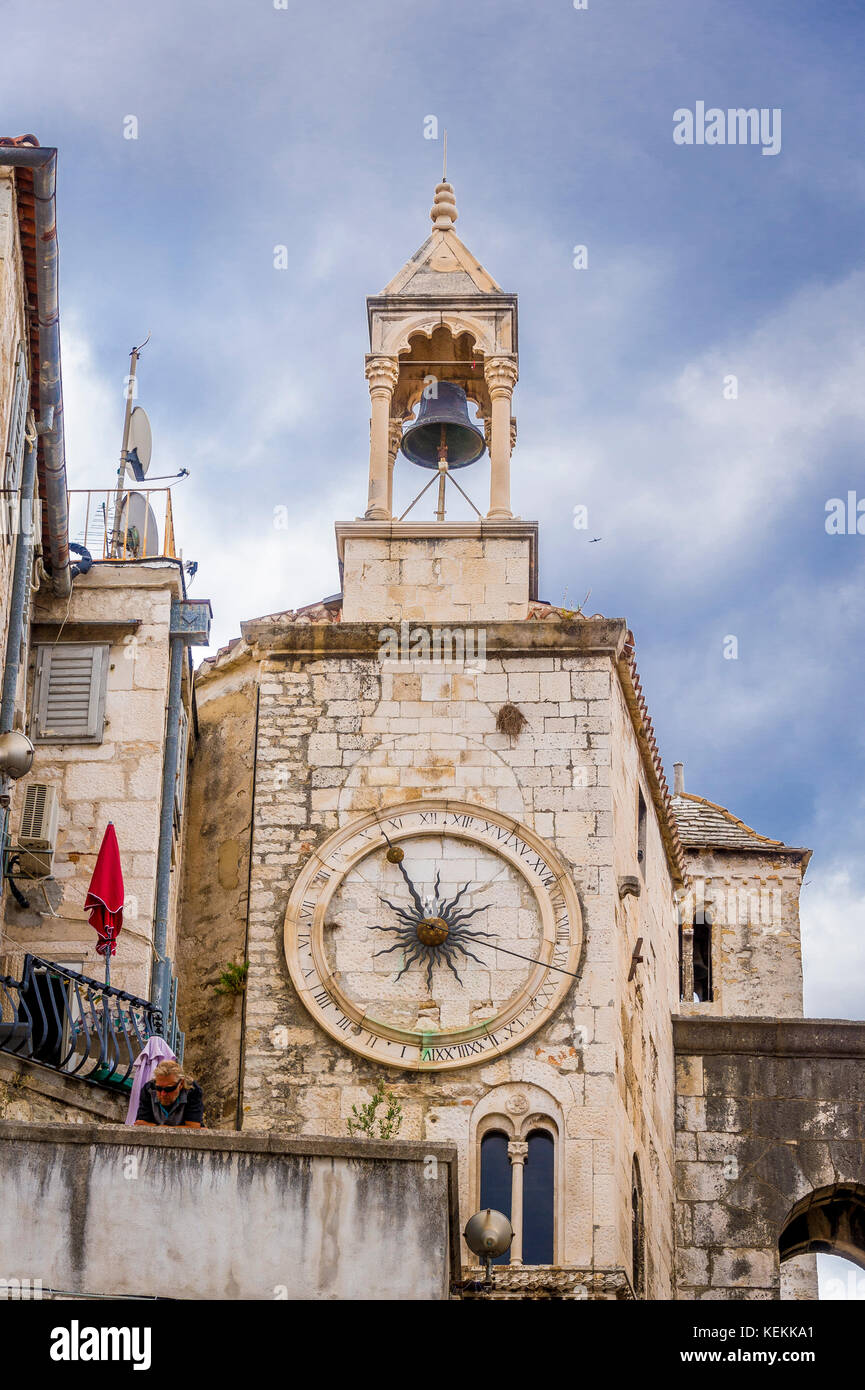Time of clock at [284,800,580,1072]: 12:55
